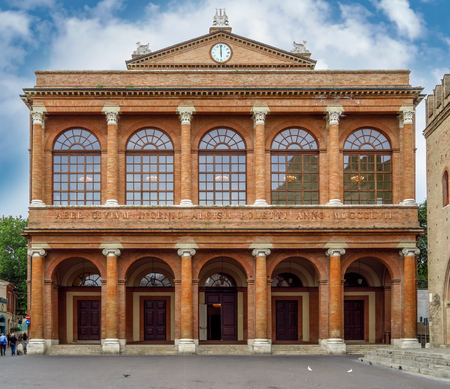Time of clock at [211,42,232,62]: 5:59
